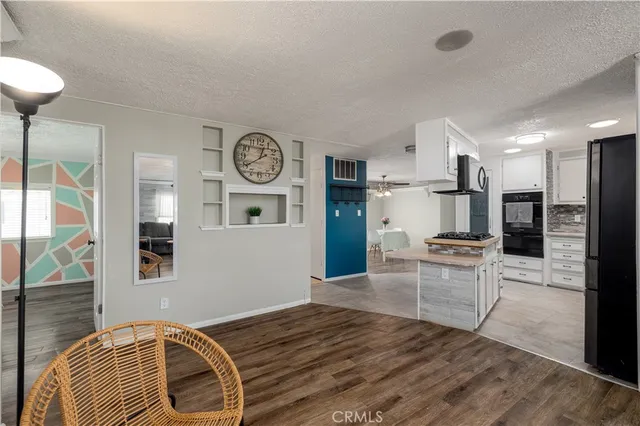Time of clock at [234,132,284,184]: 12:39
